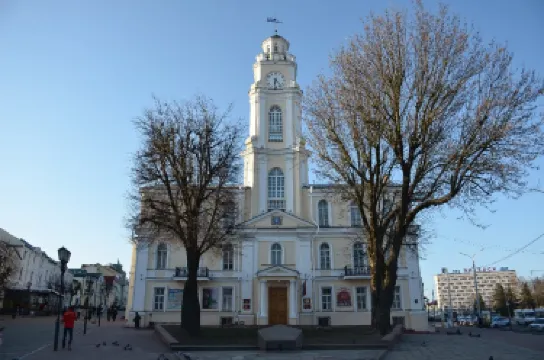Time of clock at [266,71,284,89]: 6:23
